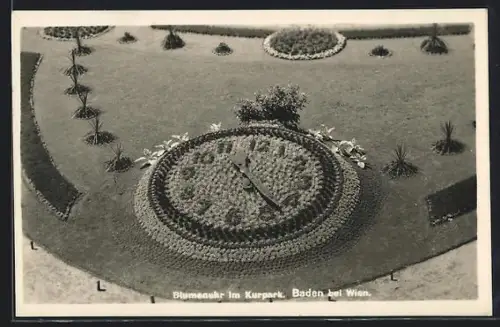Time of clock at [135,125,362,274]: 12:23
